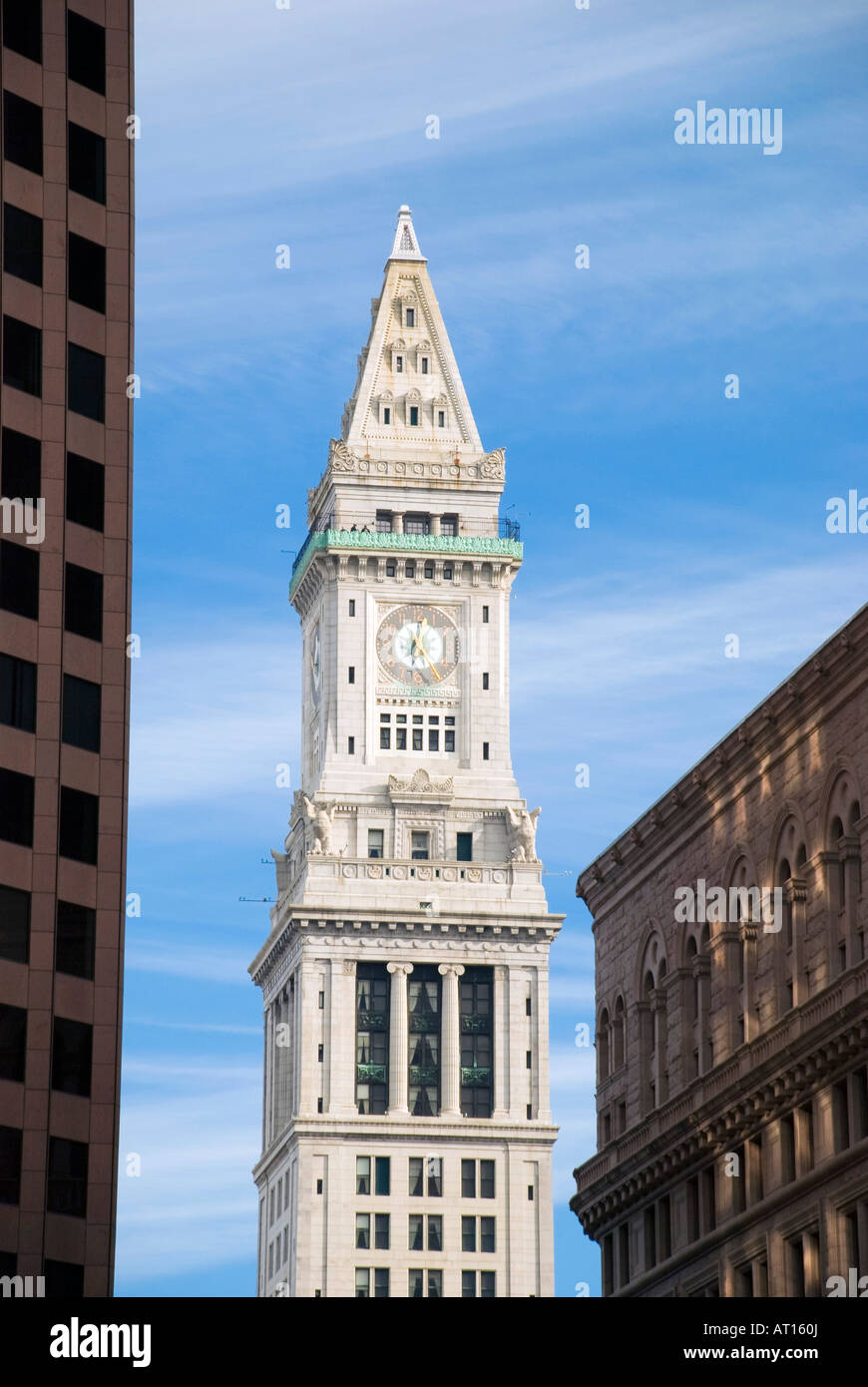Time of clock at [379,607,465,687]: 5:01
